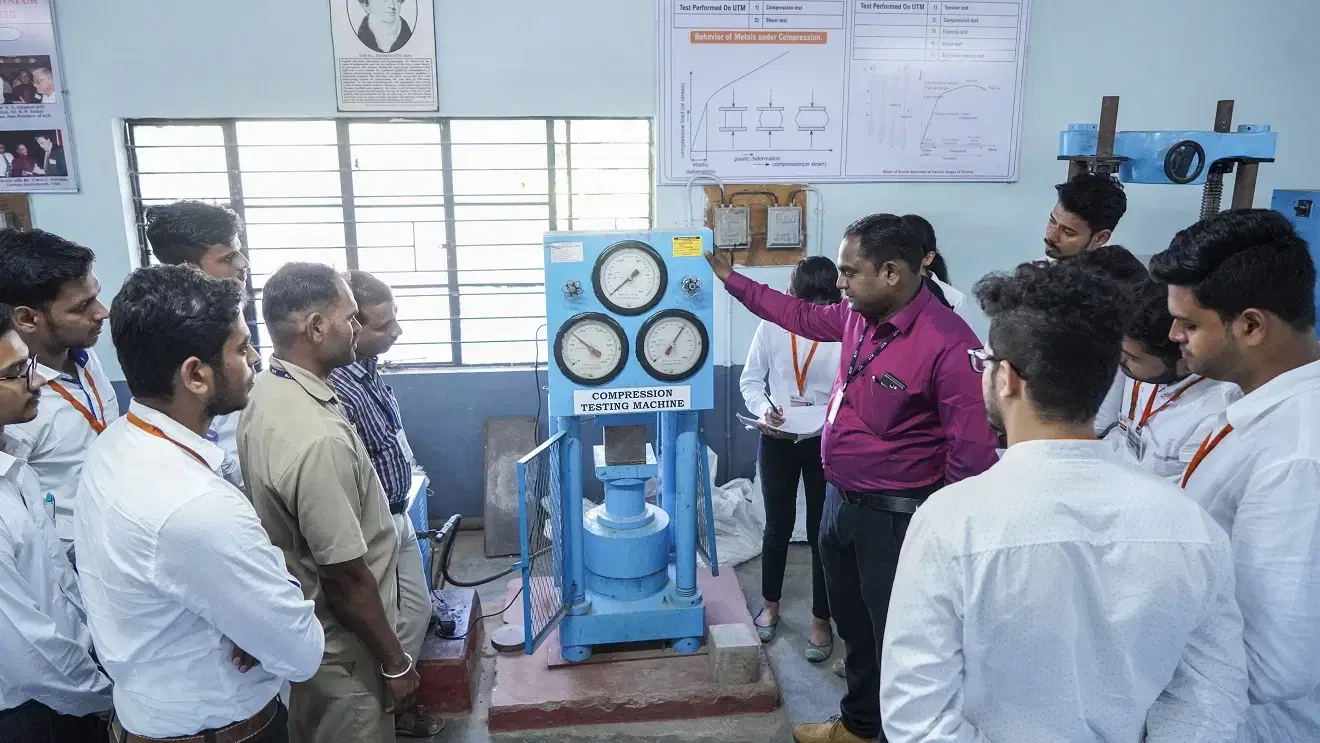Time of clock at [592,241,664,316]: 1:37
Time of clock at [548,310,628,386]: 3:51
